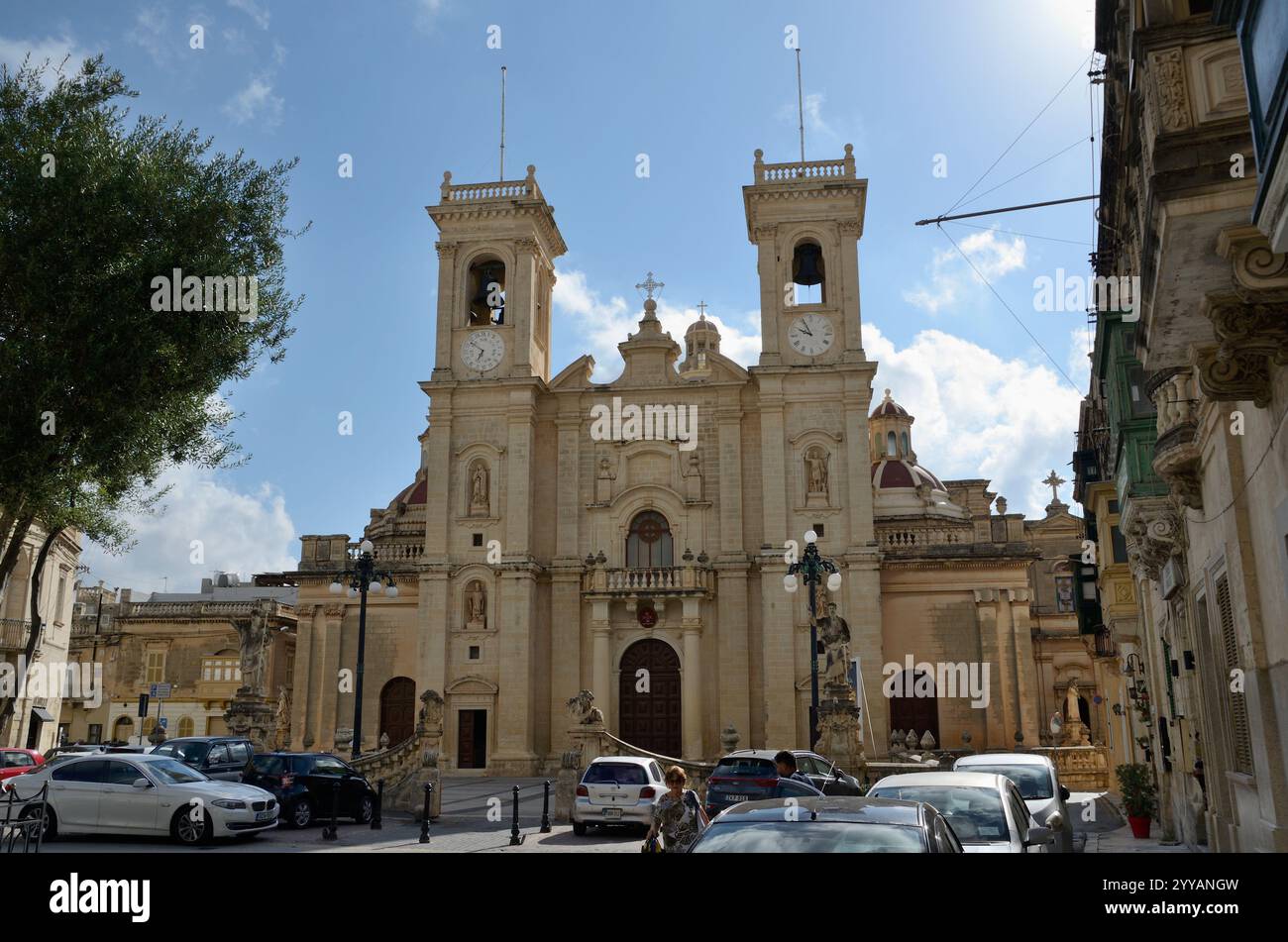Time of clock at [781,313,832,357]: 9:55
